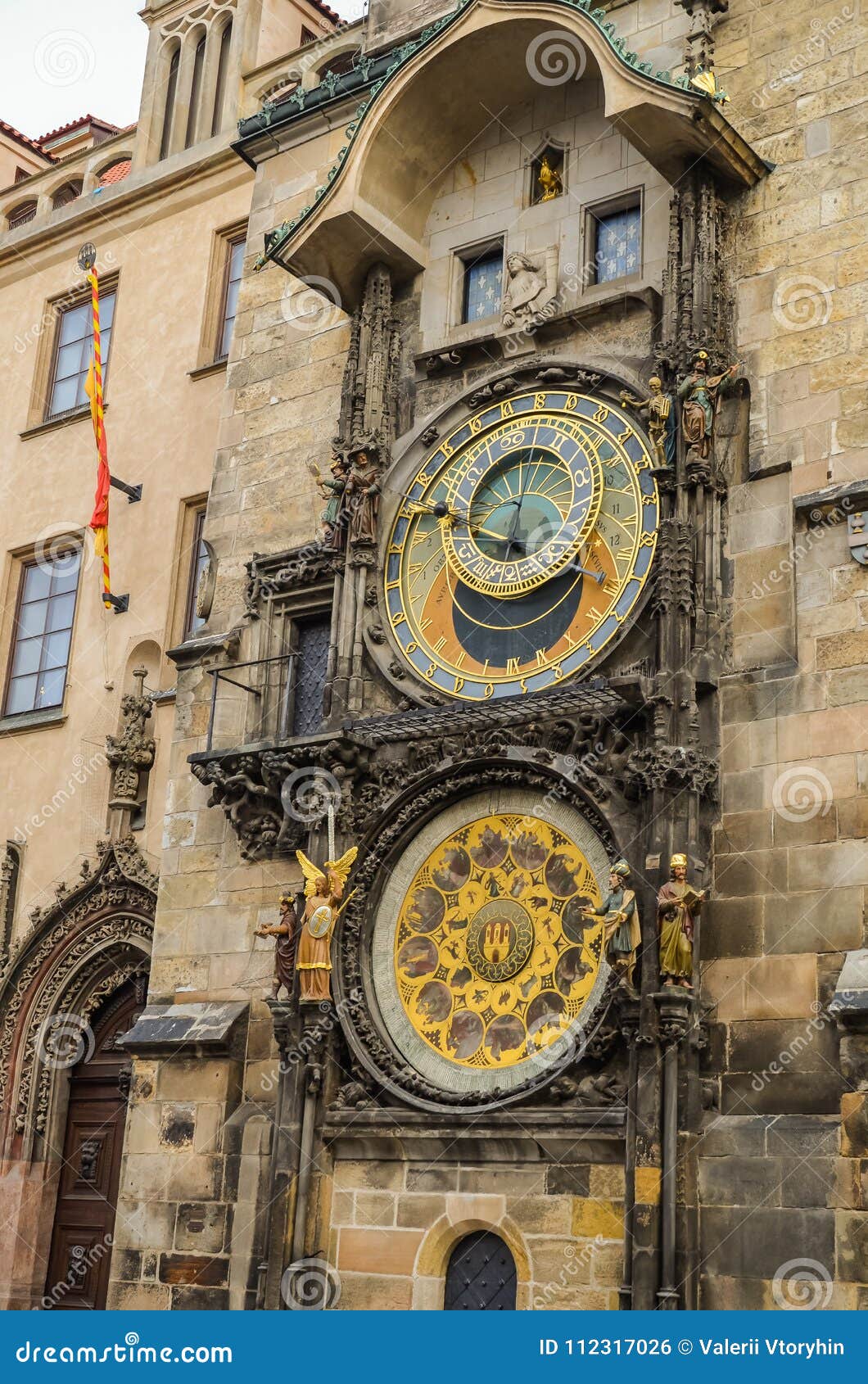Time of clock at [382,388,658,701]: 11:46
